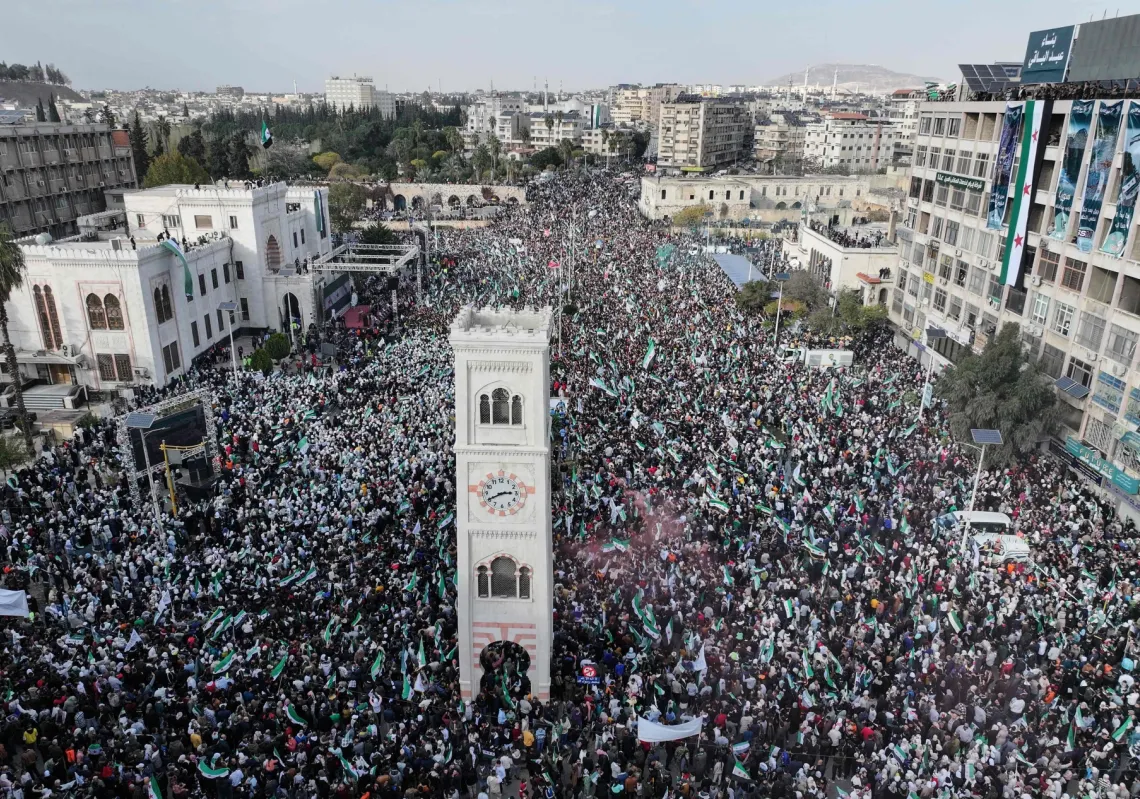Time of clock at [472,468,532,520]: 2:40
